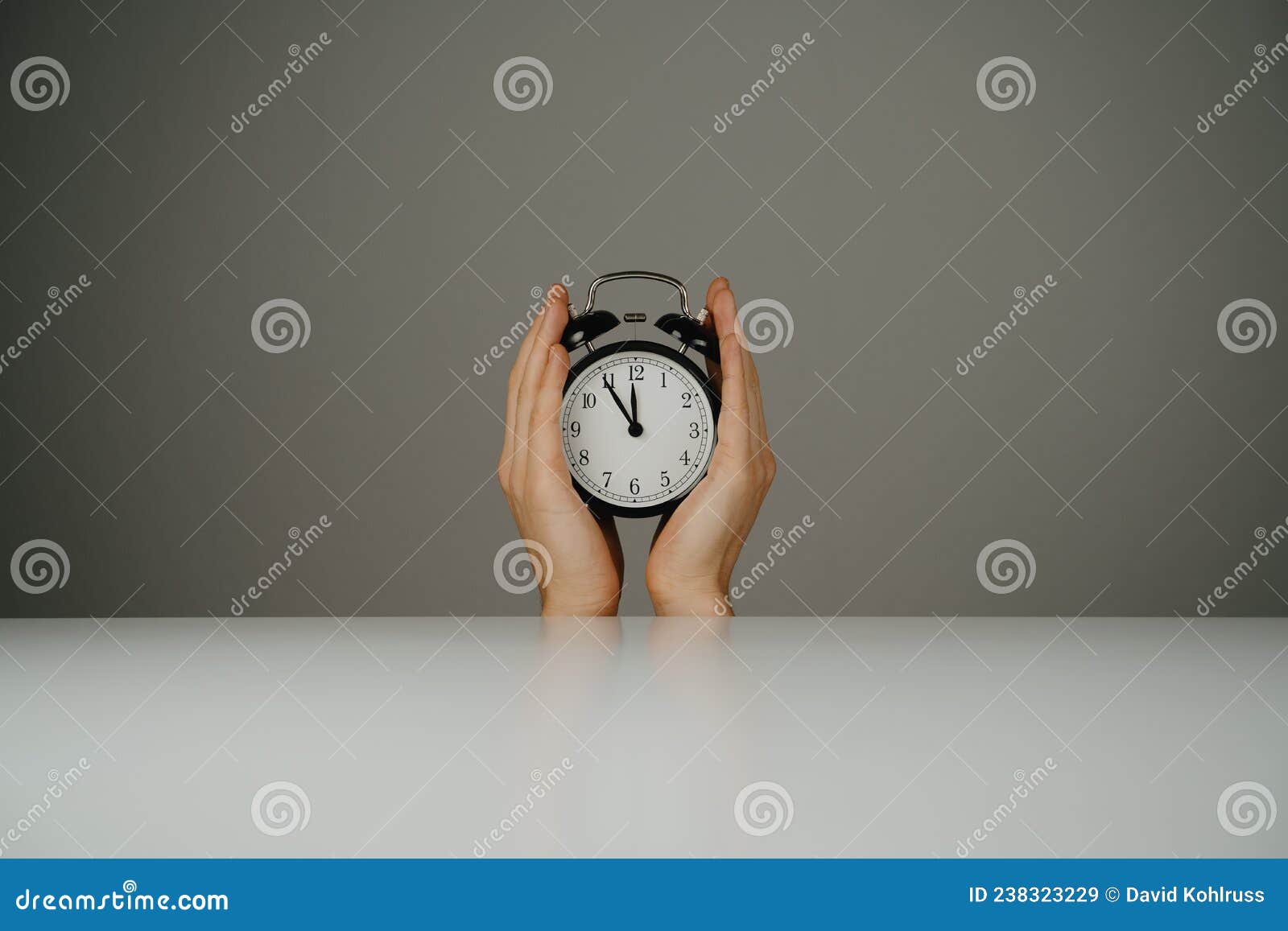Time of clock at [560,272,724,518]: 11:54
